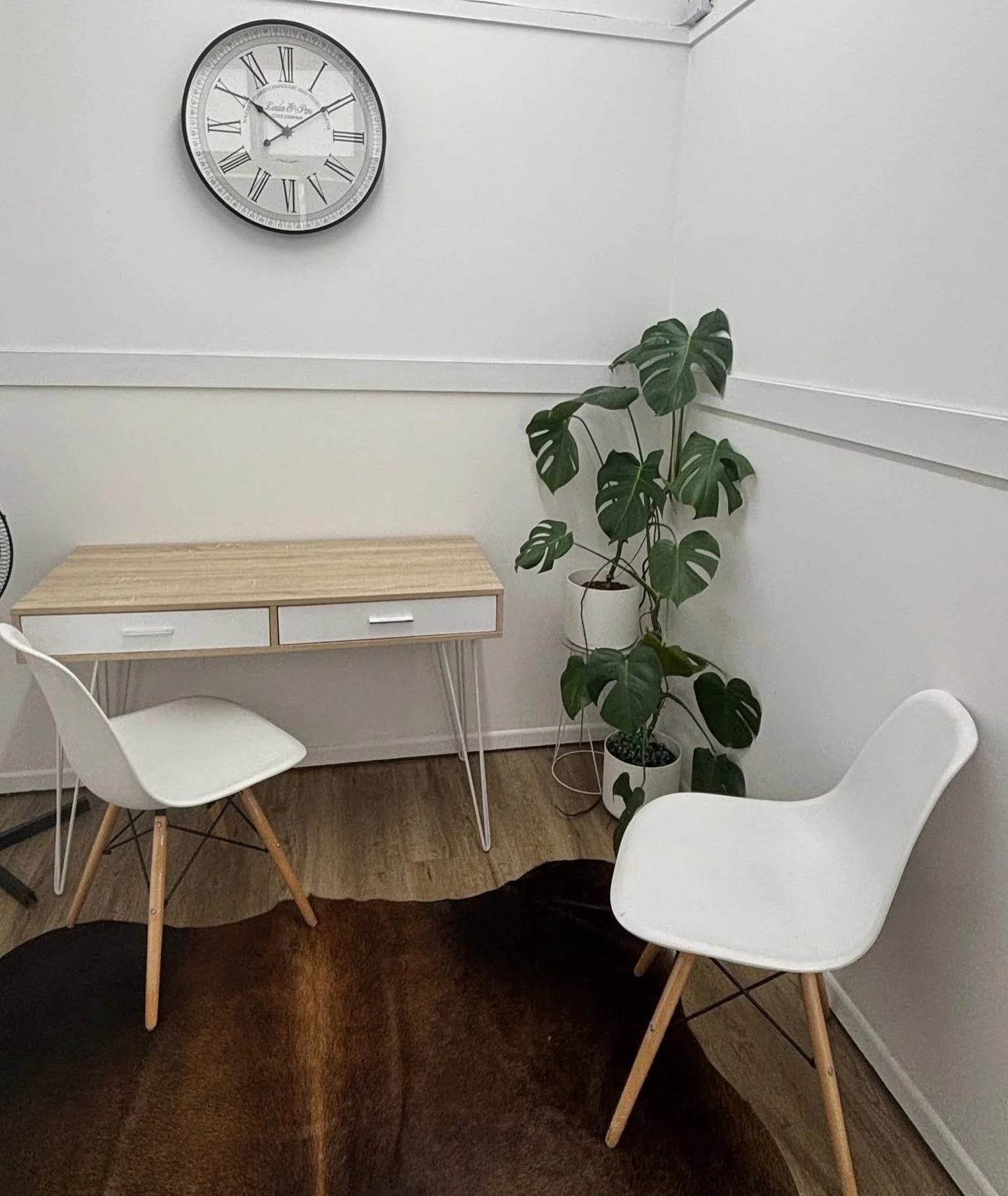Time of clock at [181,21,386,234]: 10:09
